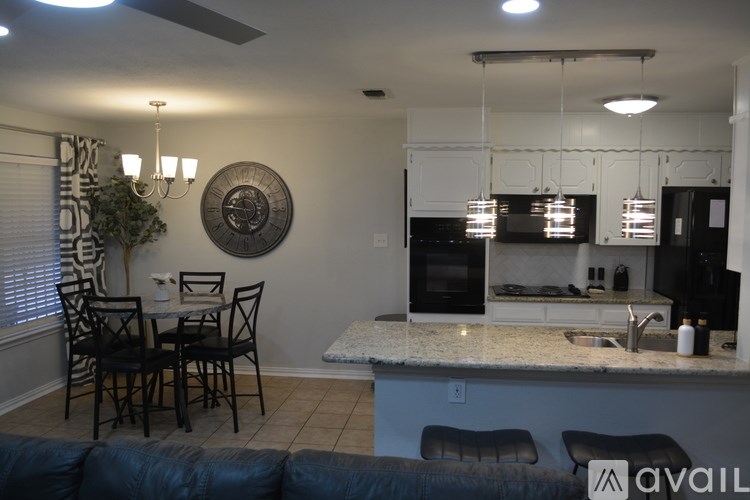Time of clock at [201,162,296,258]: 11:46
